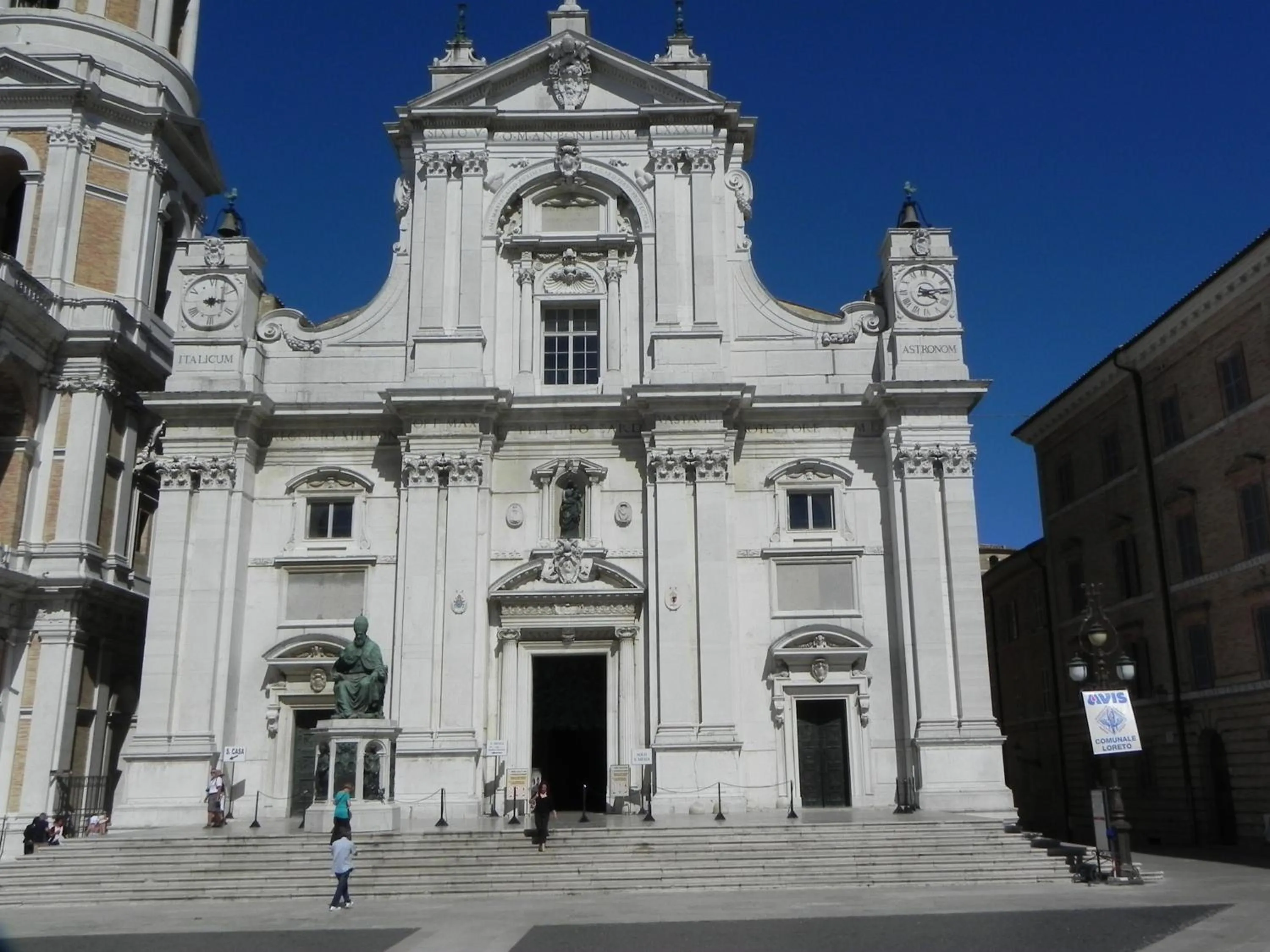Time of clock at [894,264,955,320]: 4:13
